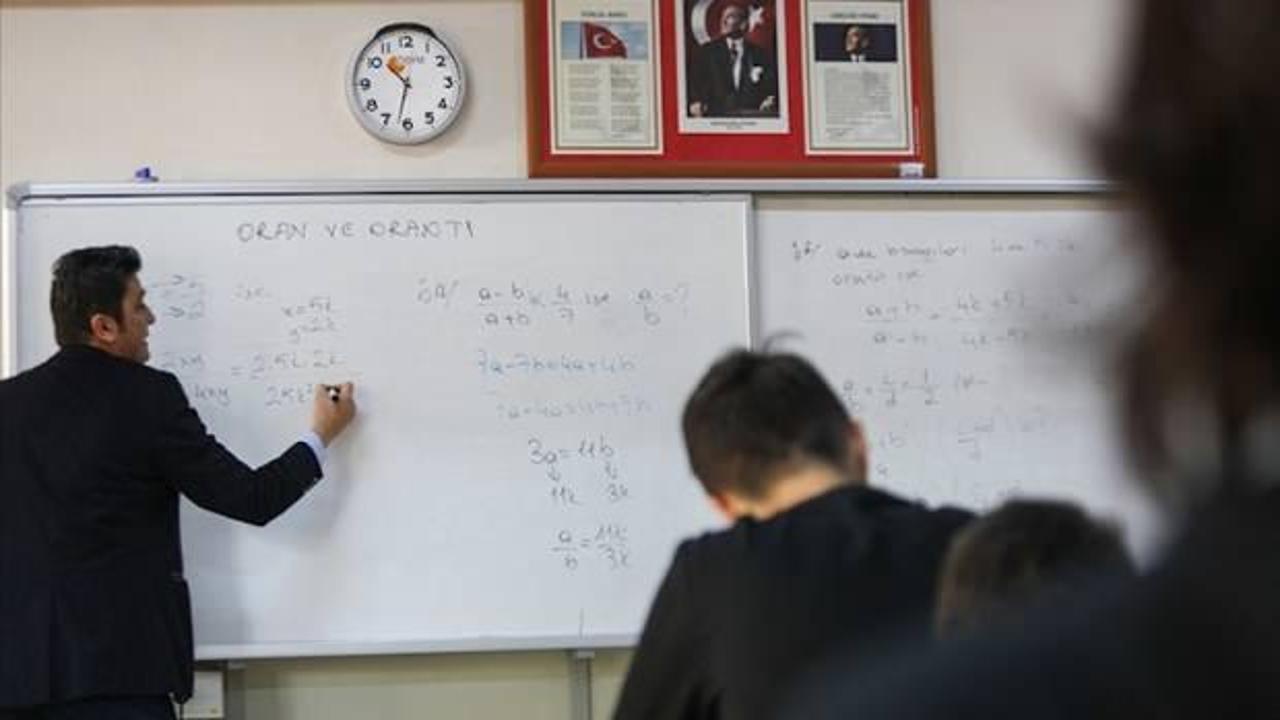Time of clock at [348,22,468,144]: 10:32
